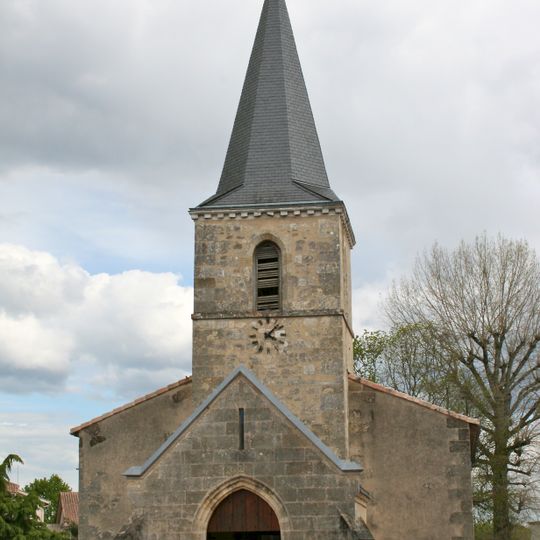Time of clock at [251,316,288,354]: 4:07
